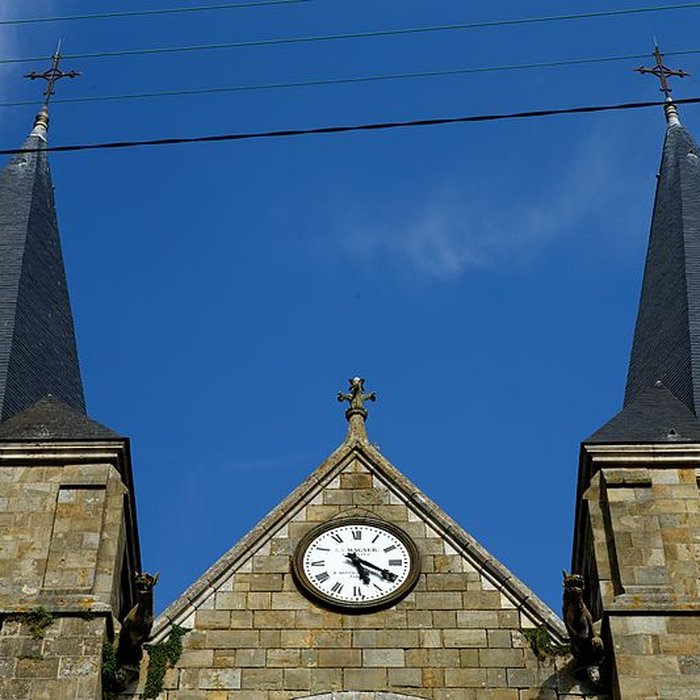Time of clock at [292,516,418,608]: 5:19
